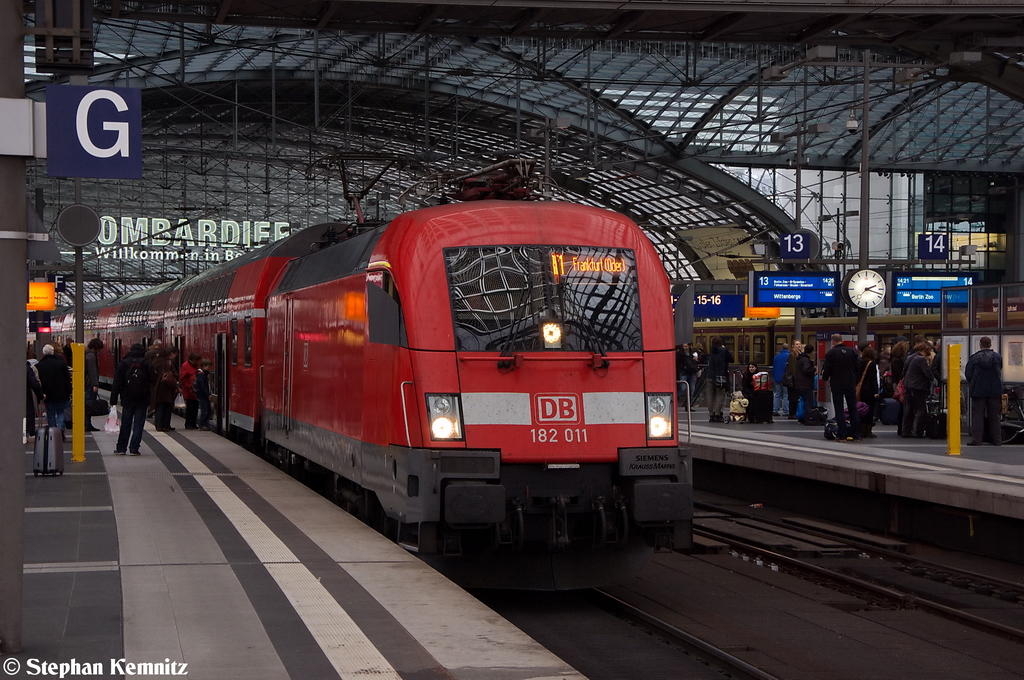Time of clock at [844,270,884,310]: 2:18
